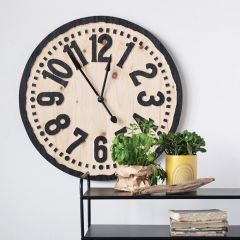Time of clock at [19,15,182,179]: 12:53
